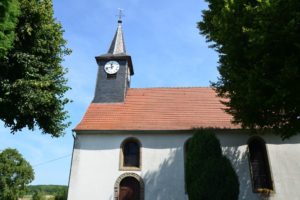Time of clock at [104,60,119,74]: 11:42
